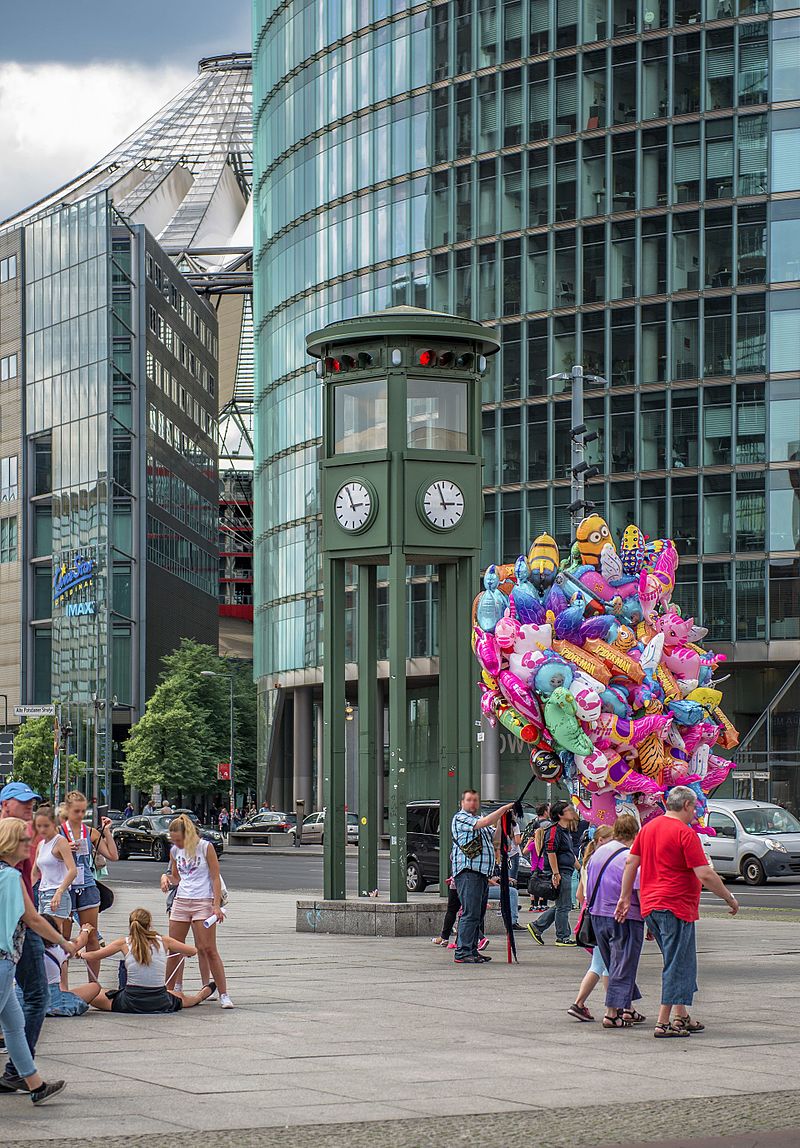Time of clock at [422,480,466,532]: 2:56
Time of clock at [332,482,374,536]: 2:56
